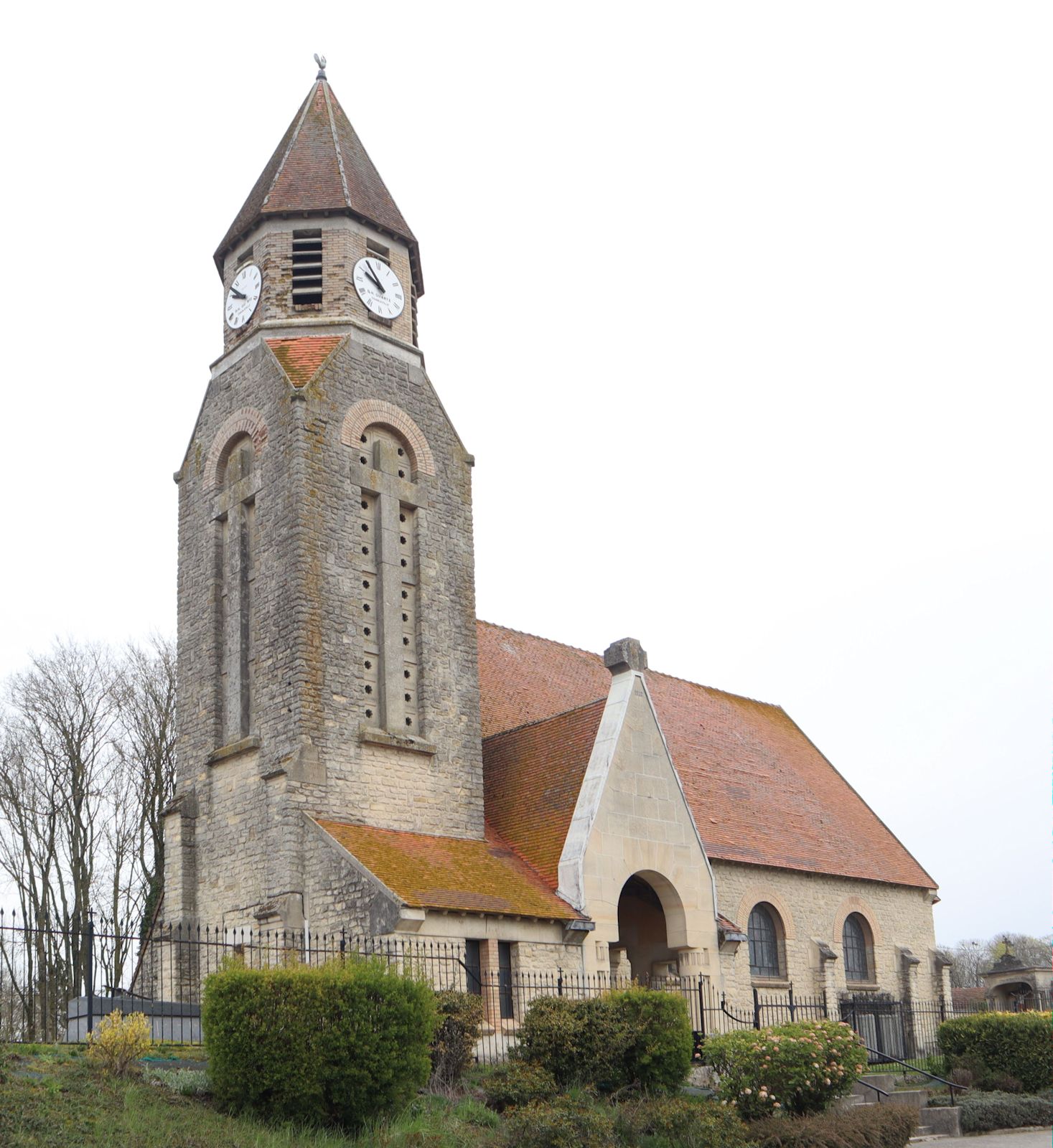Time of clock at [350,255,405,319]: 9:54
